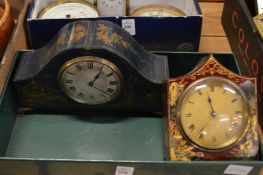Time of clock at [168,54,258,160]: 11:36
